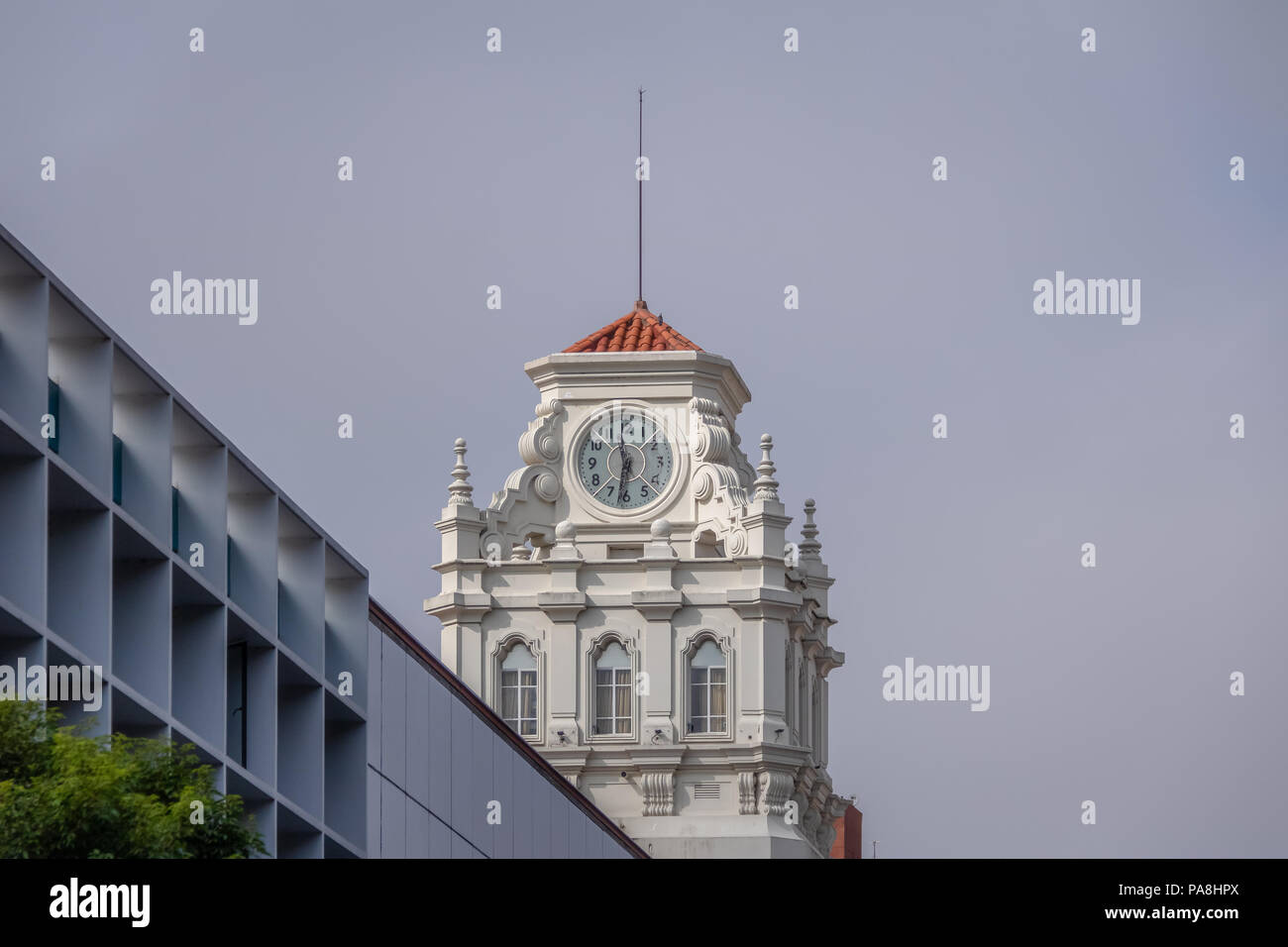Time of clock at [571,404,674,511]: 11:32
